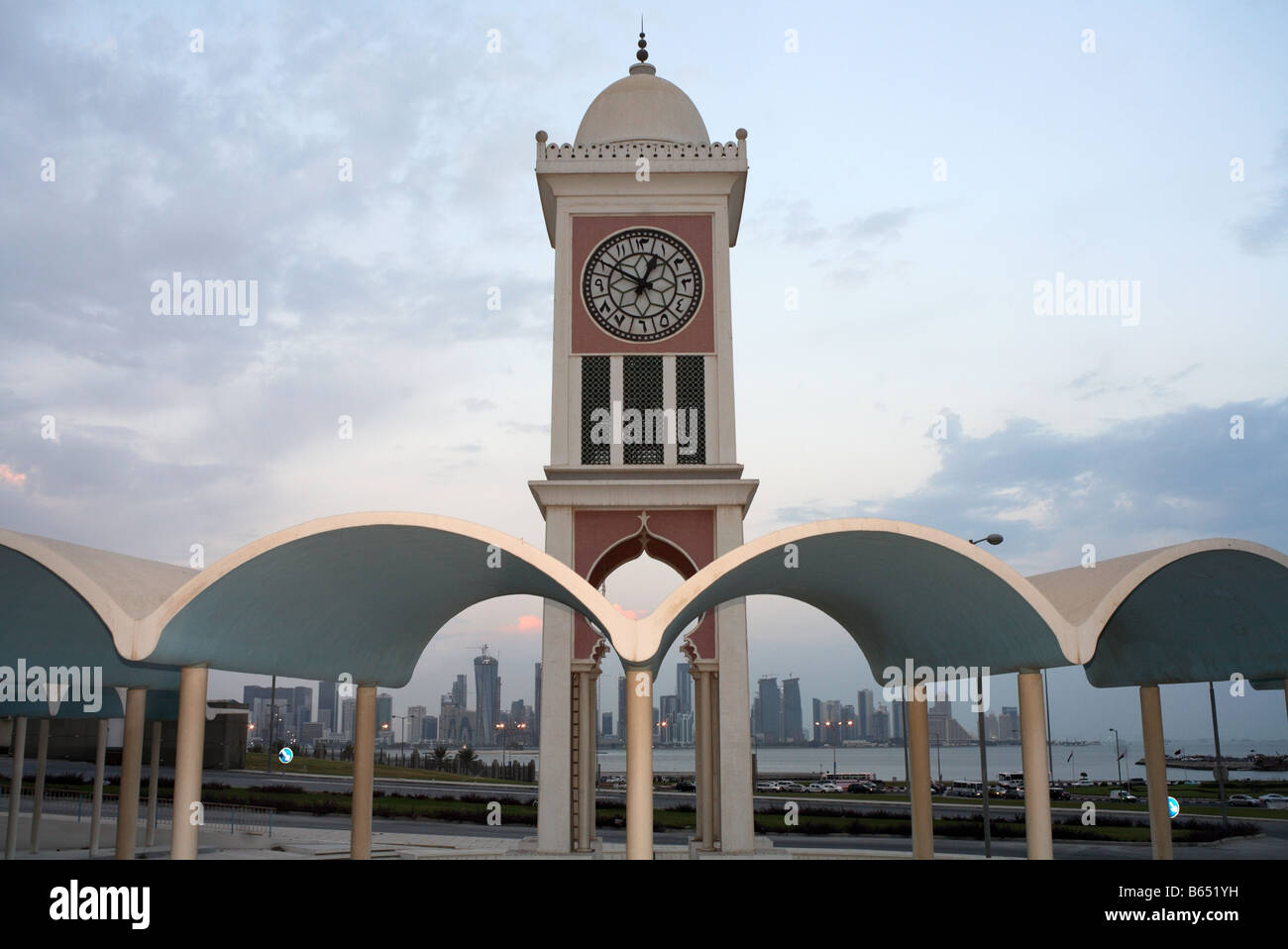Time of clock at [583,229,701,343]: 12:50
